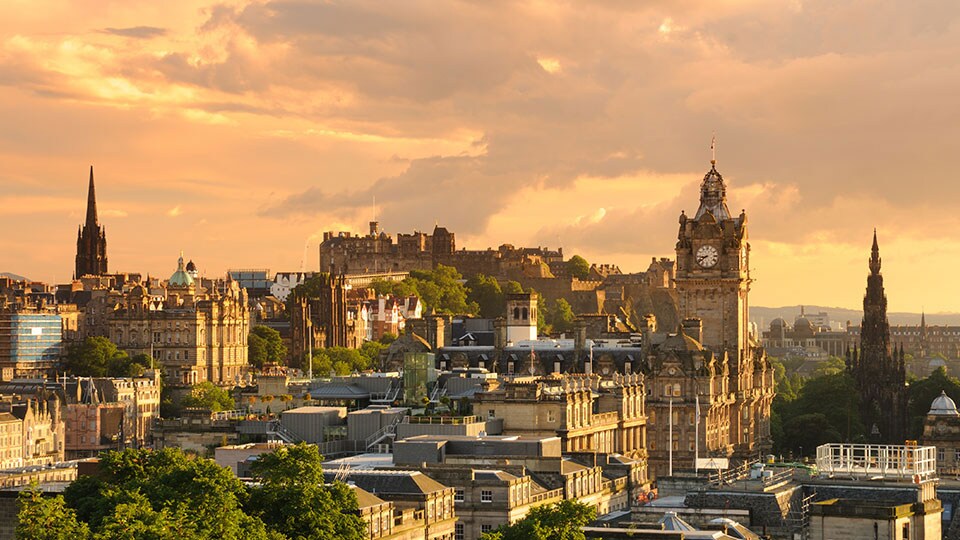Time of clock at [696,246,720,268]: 8:39
